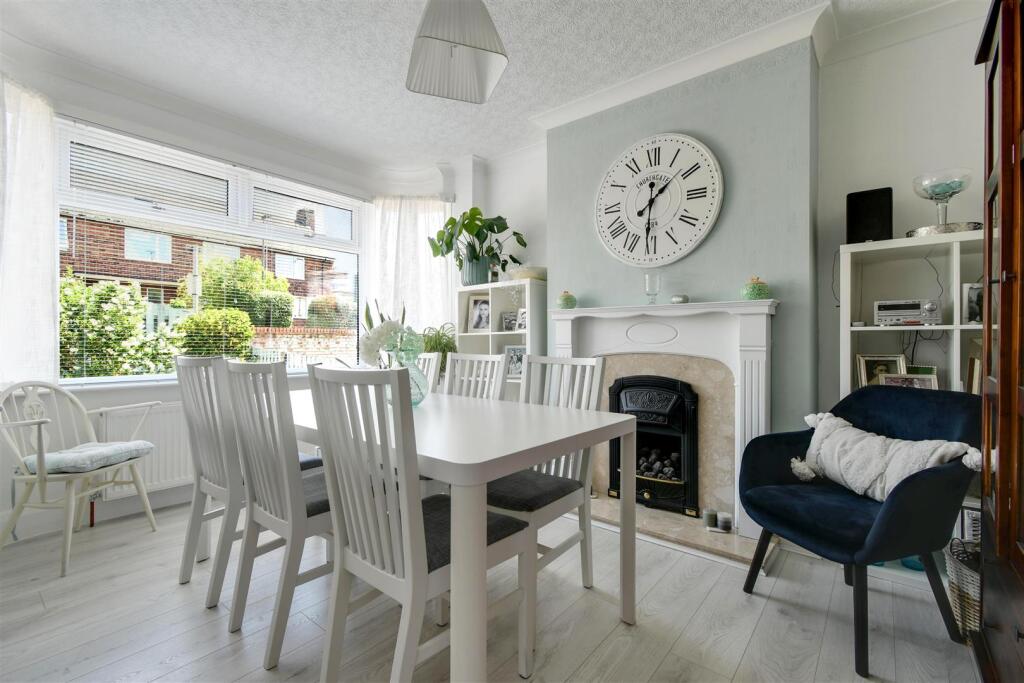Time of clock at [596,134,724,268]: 1:31
